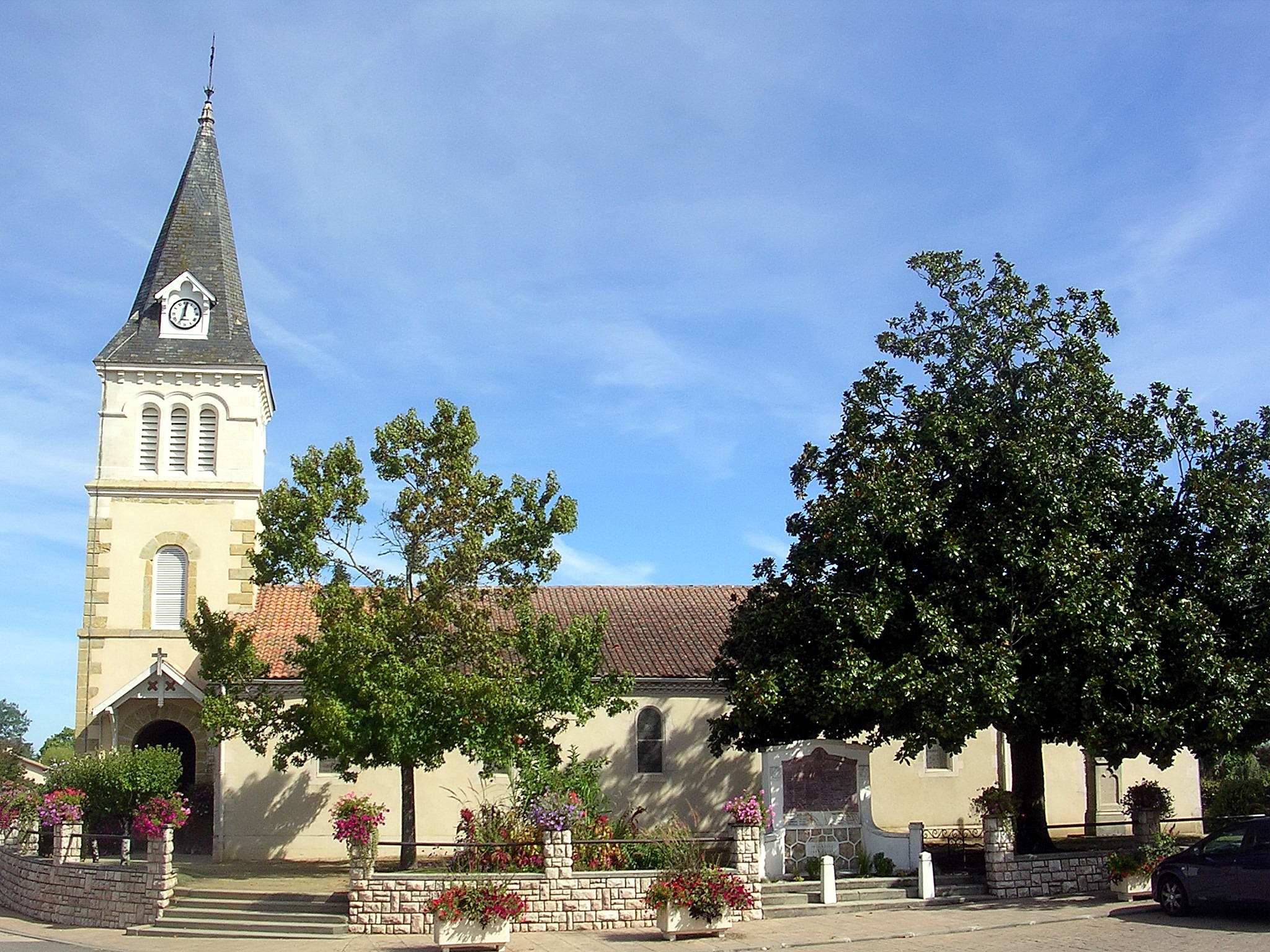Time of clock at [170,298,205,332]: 12:01
